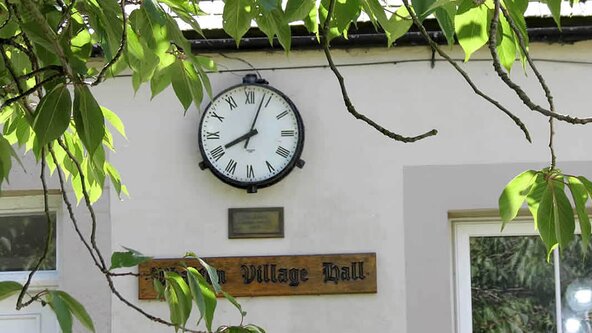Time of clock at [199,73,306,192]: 8:03
